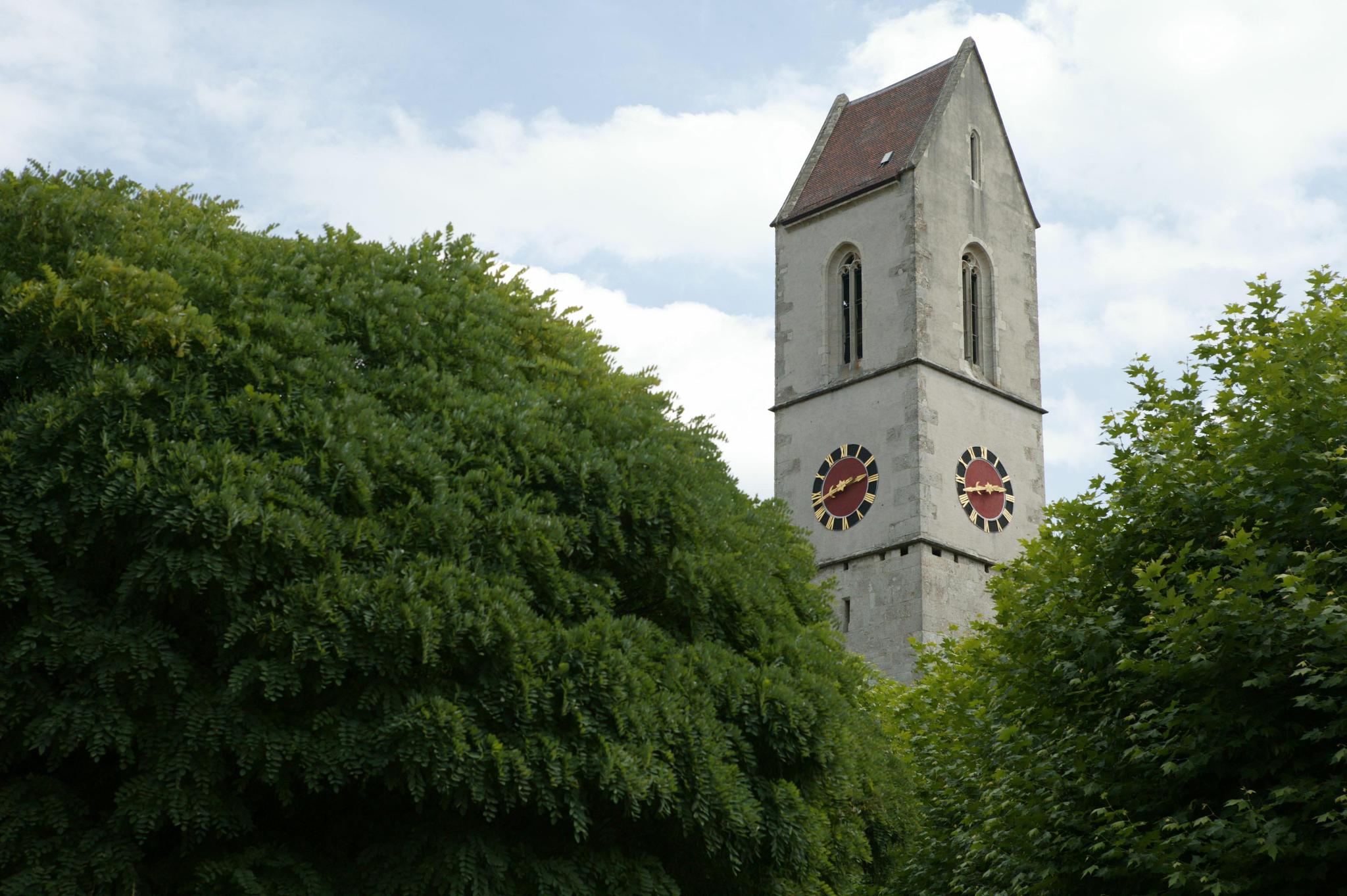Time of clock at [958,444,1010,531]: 2:42
